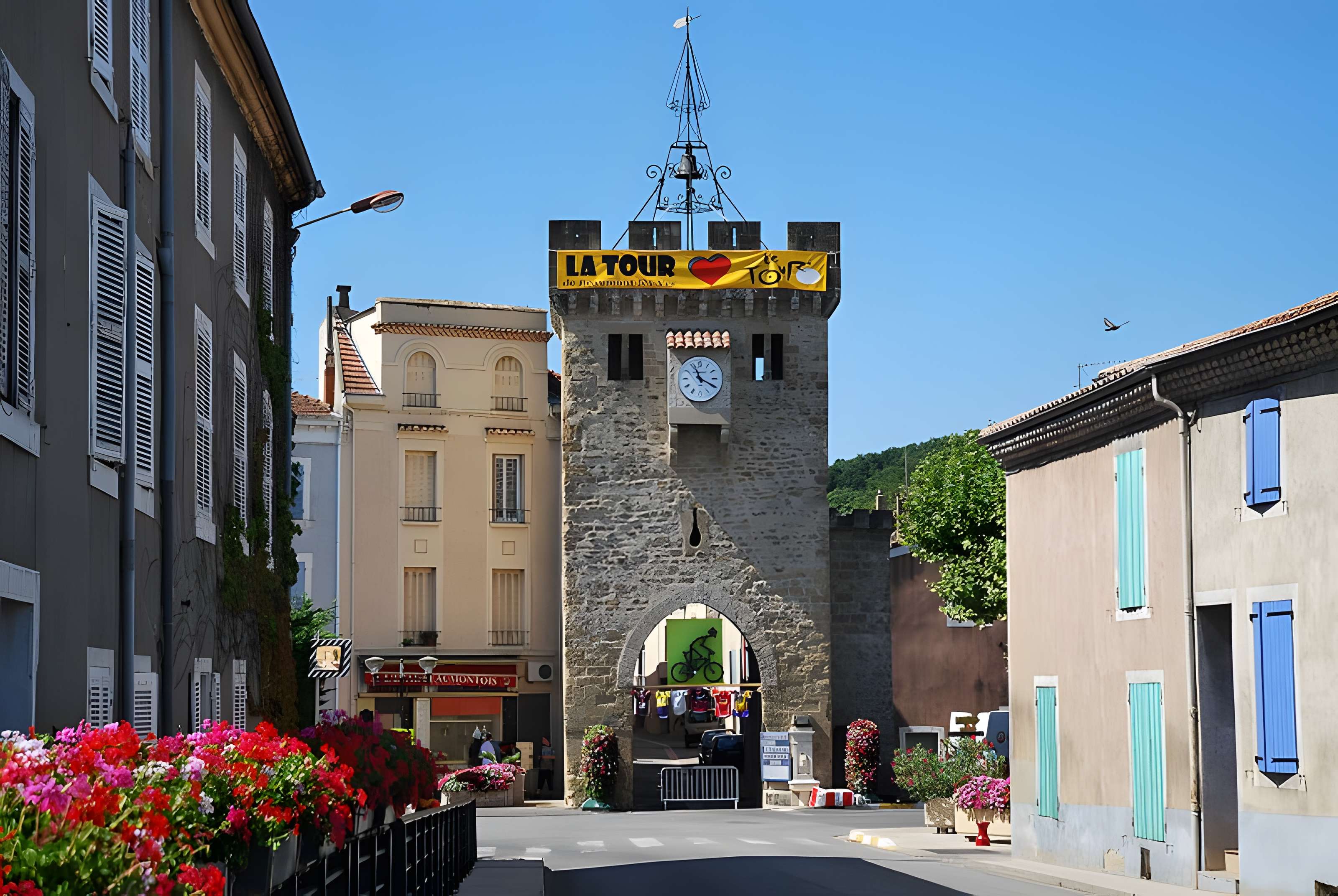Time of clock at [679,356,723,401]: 11:19
